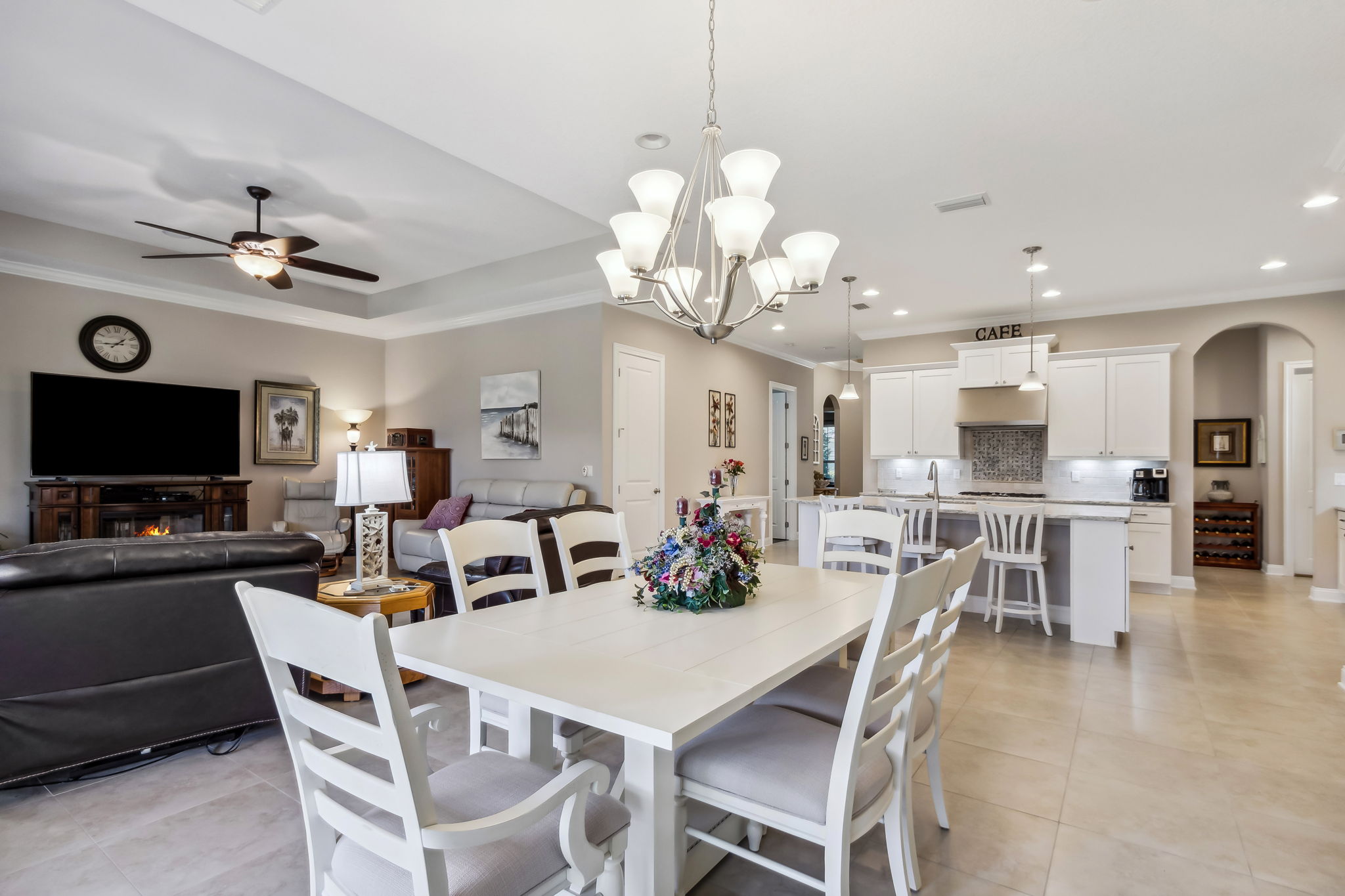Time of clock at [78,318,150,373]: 1:43
